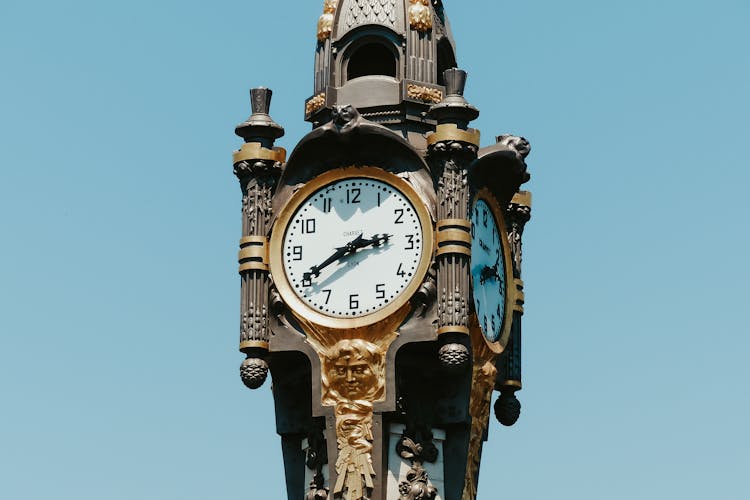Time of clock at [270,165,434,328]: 2:40
